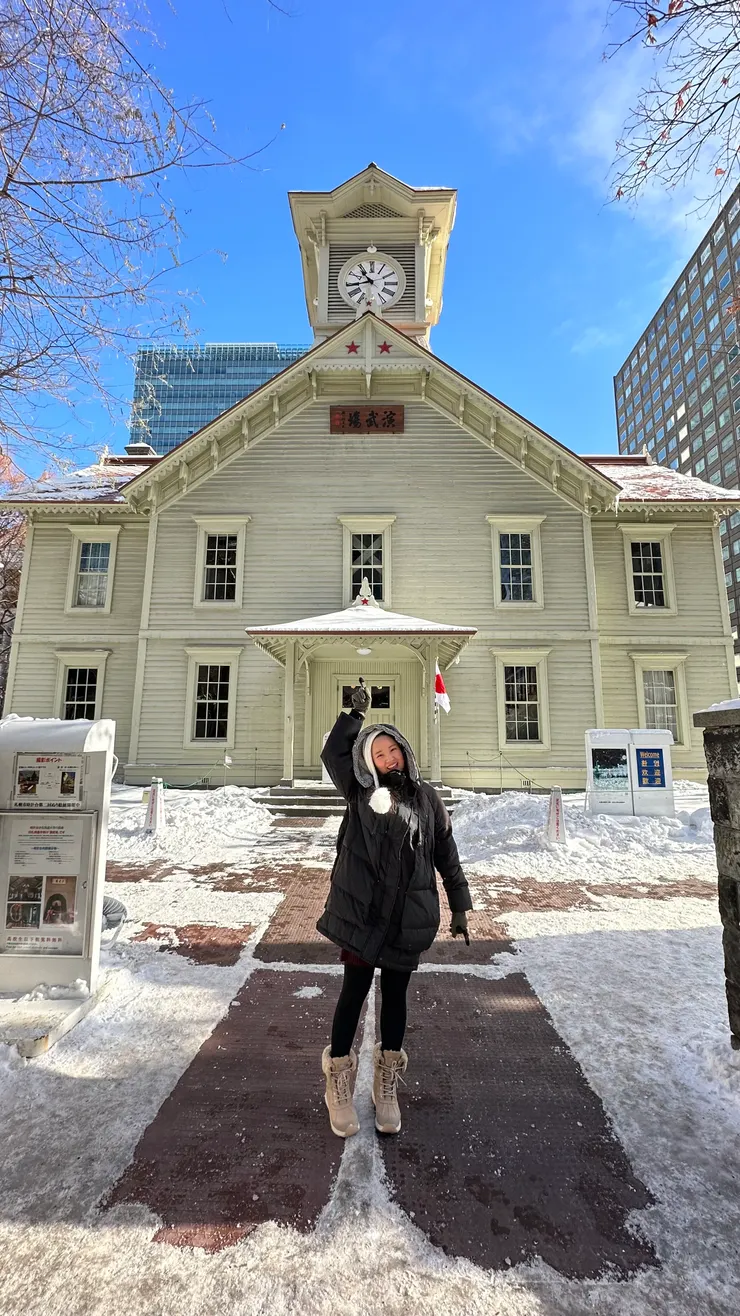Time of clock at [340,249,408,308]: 10:43
